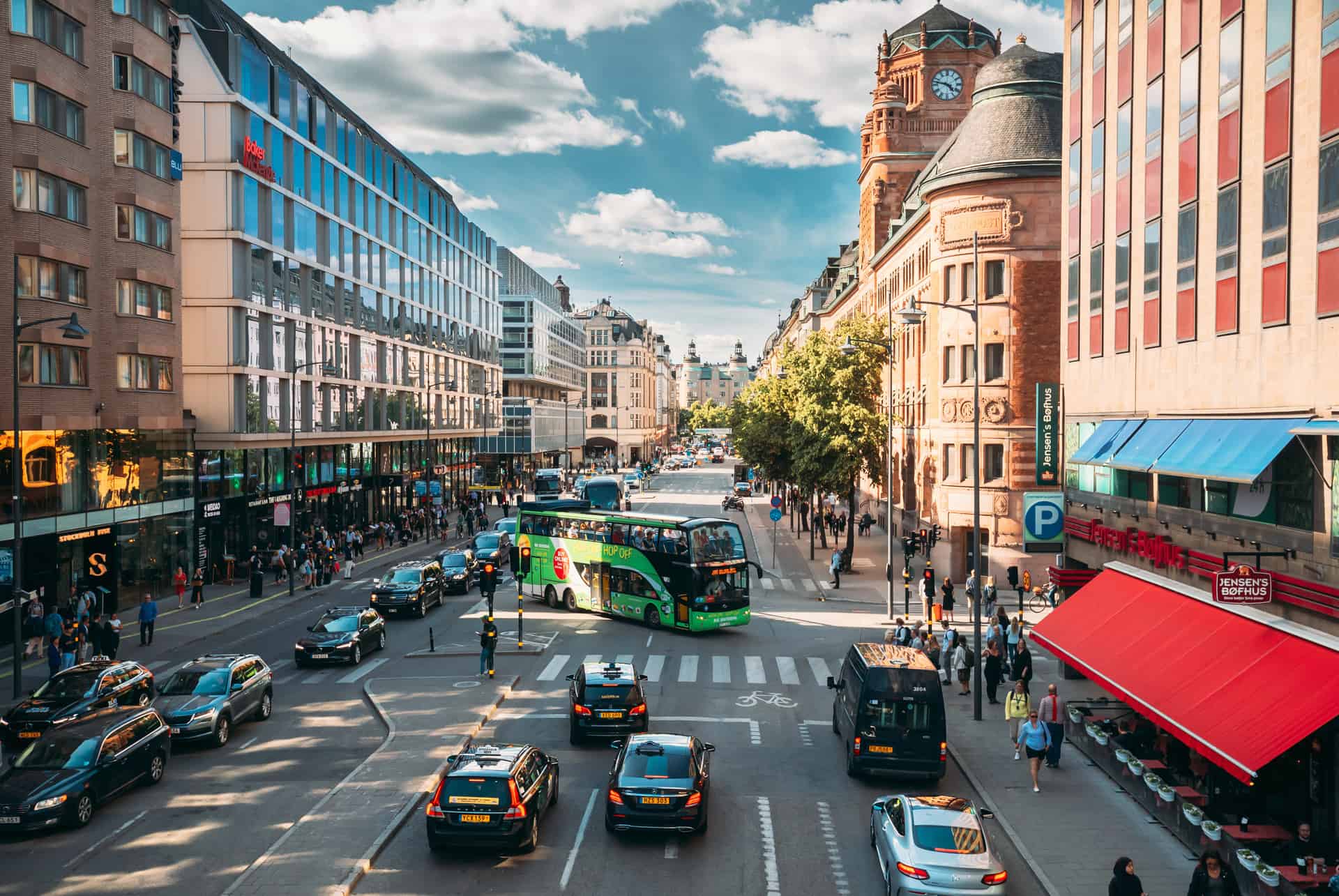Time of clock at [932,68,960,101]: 4:47
